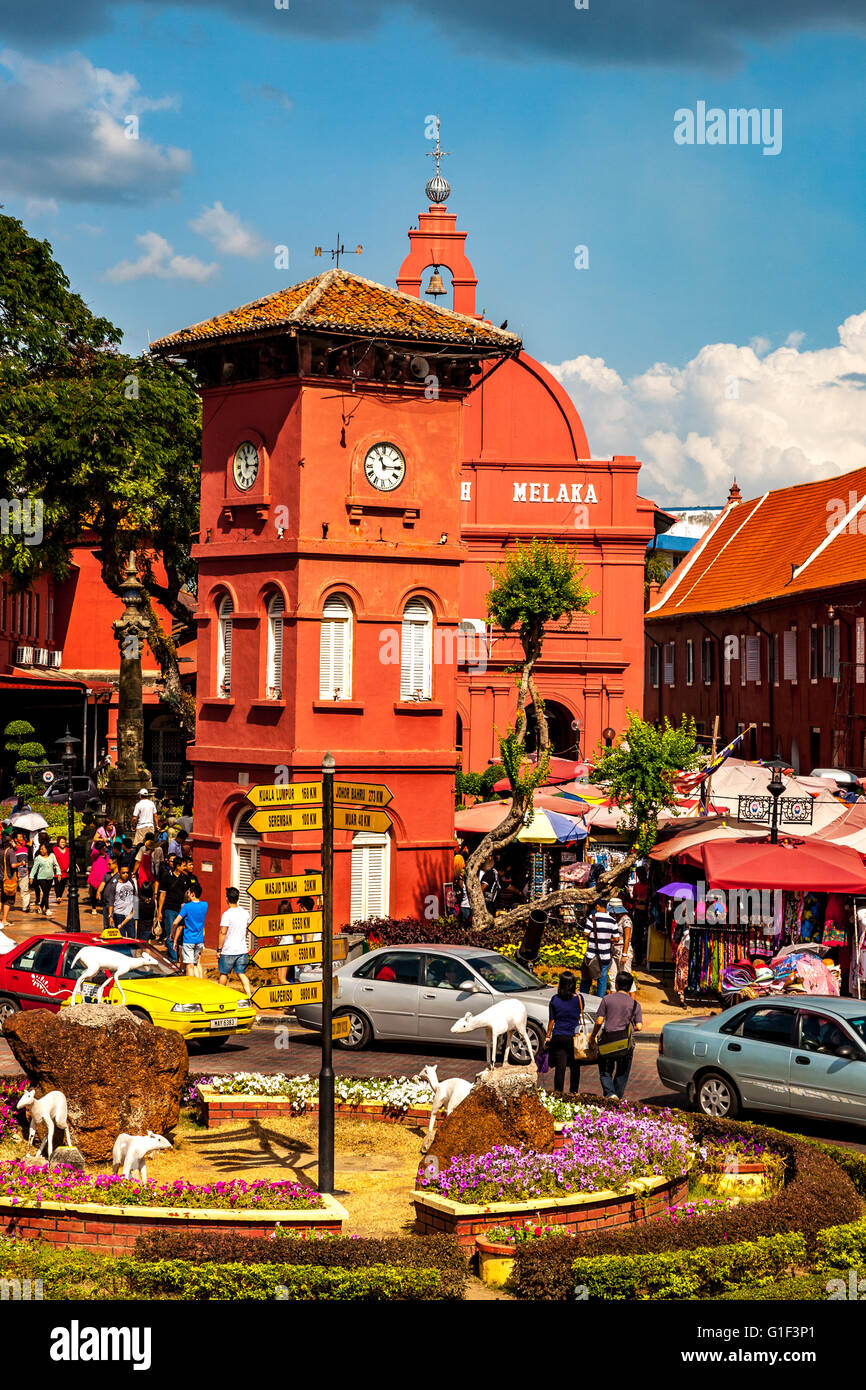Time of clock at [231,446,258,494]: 11:14
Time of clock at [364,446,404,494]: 11:14
